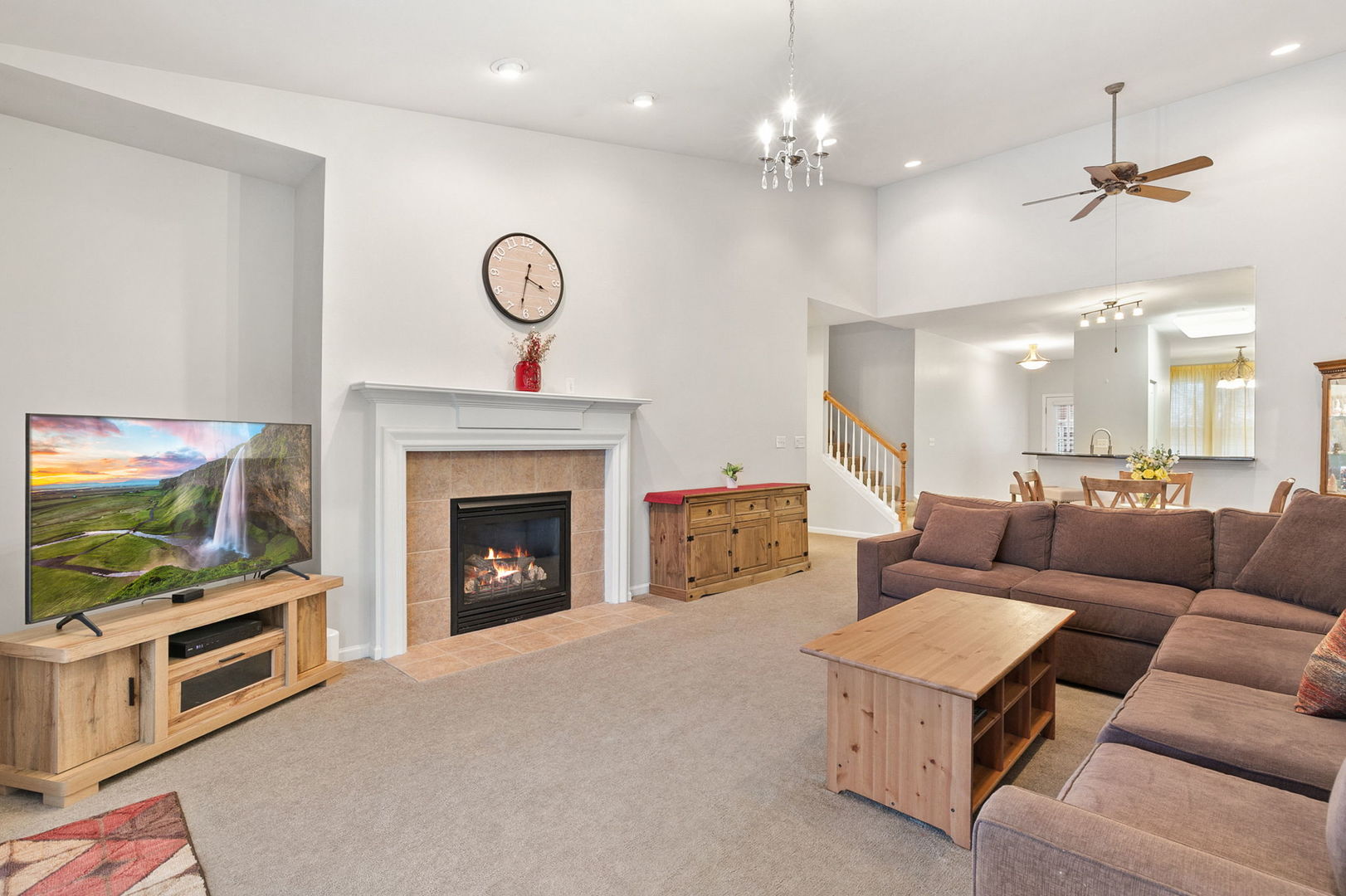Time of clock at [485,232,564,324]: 3:31
